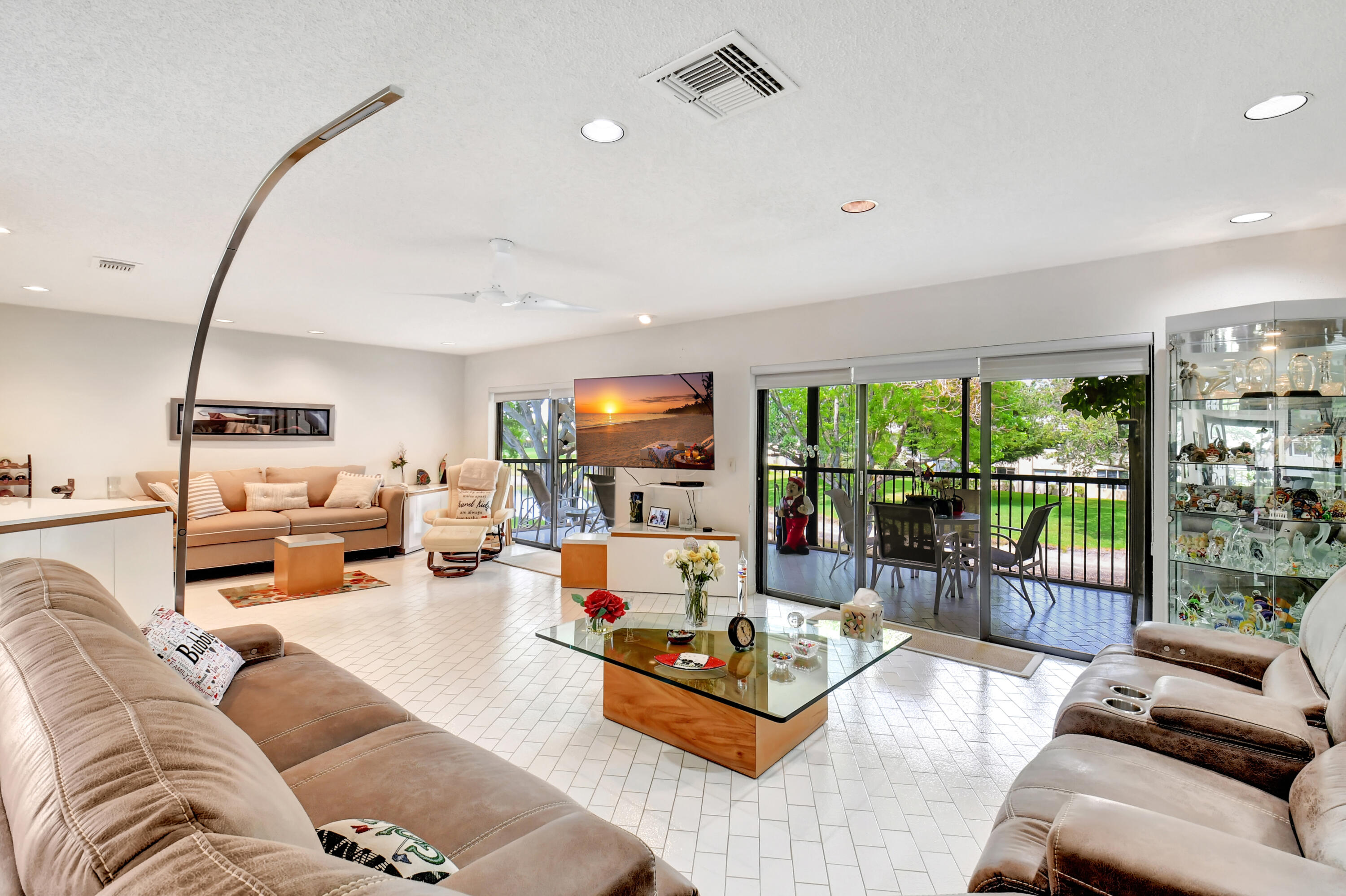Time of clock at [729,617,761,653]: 11:24
